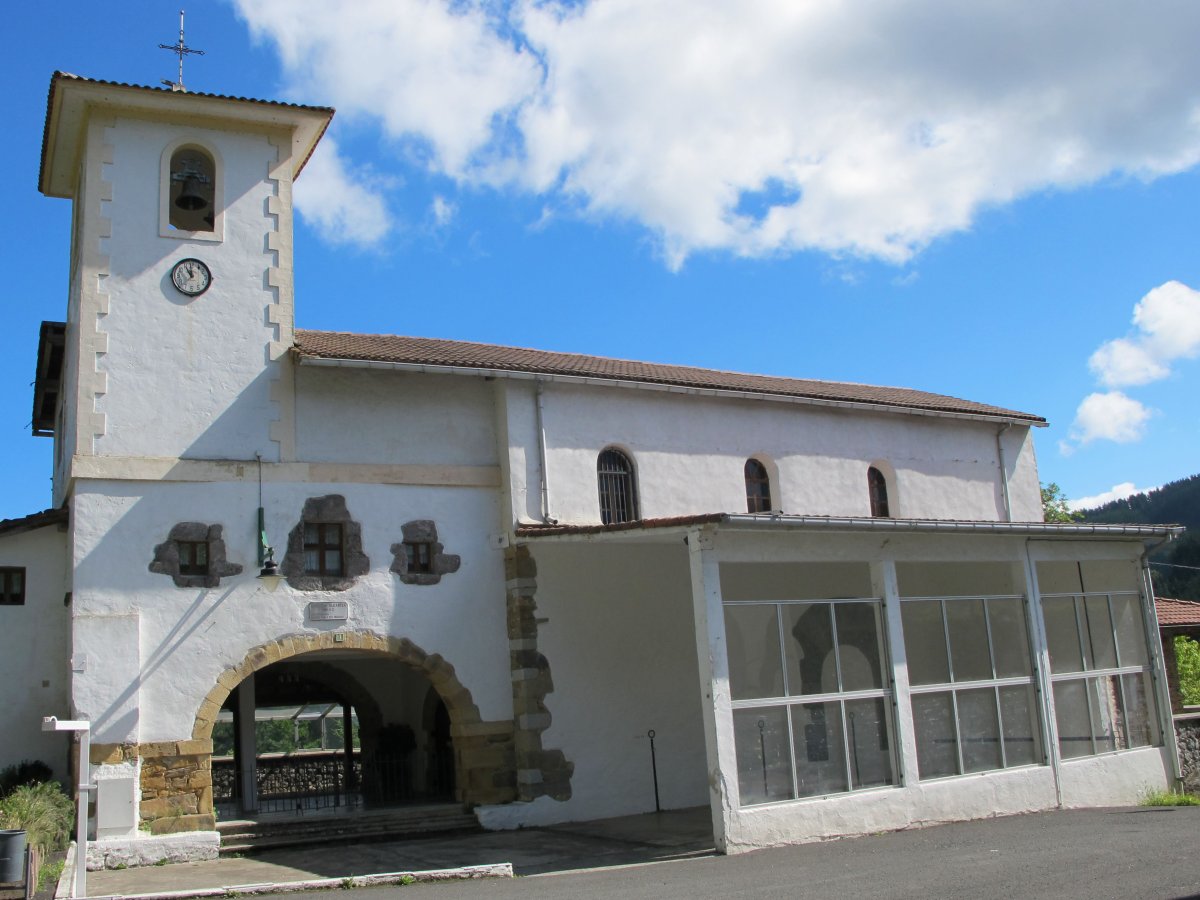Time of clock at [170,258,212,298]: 10:59
